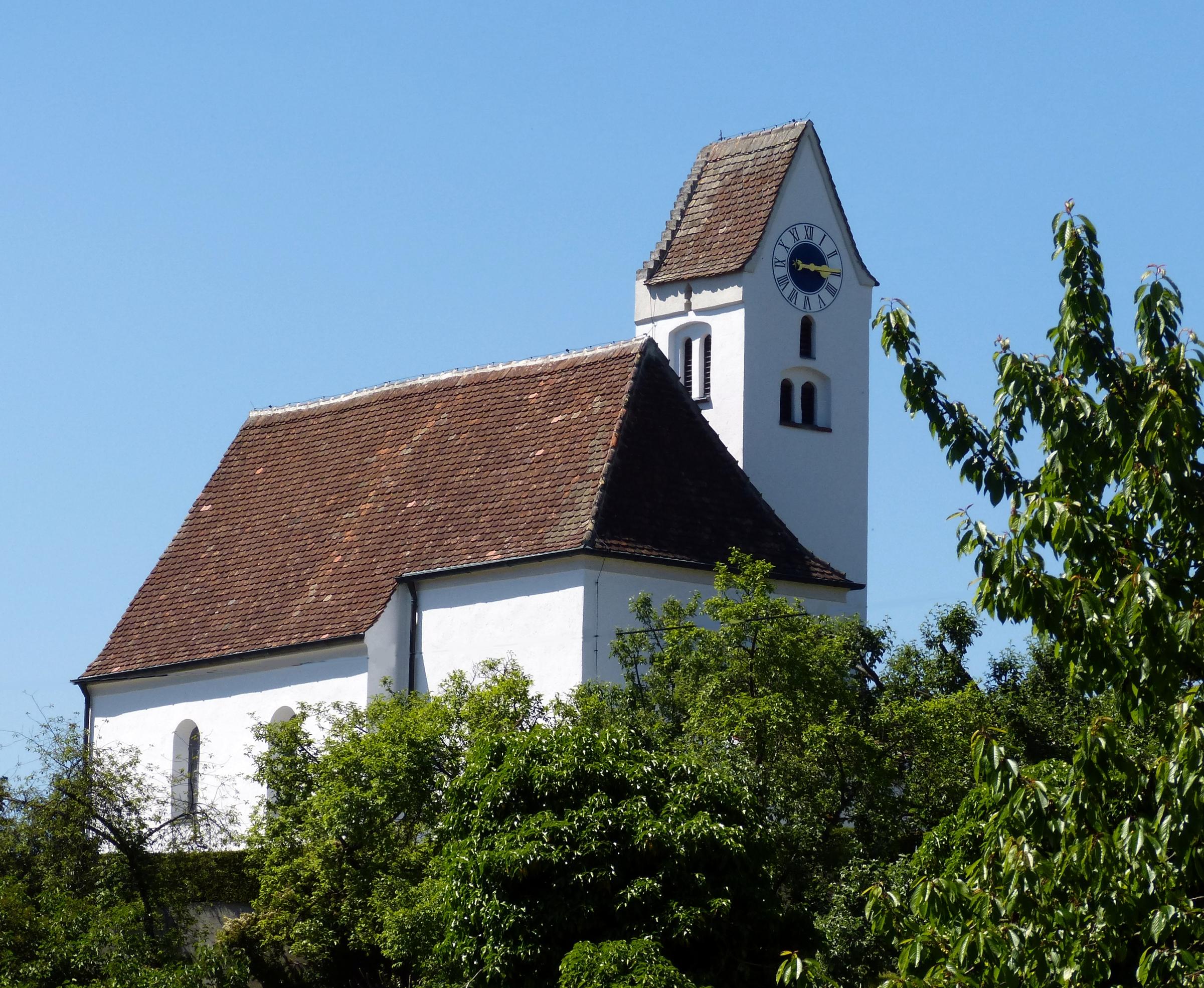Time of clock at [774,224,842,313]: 3:15
